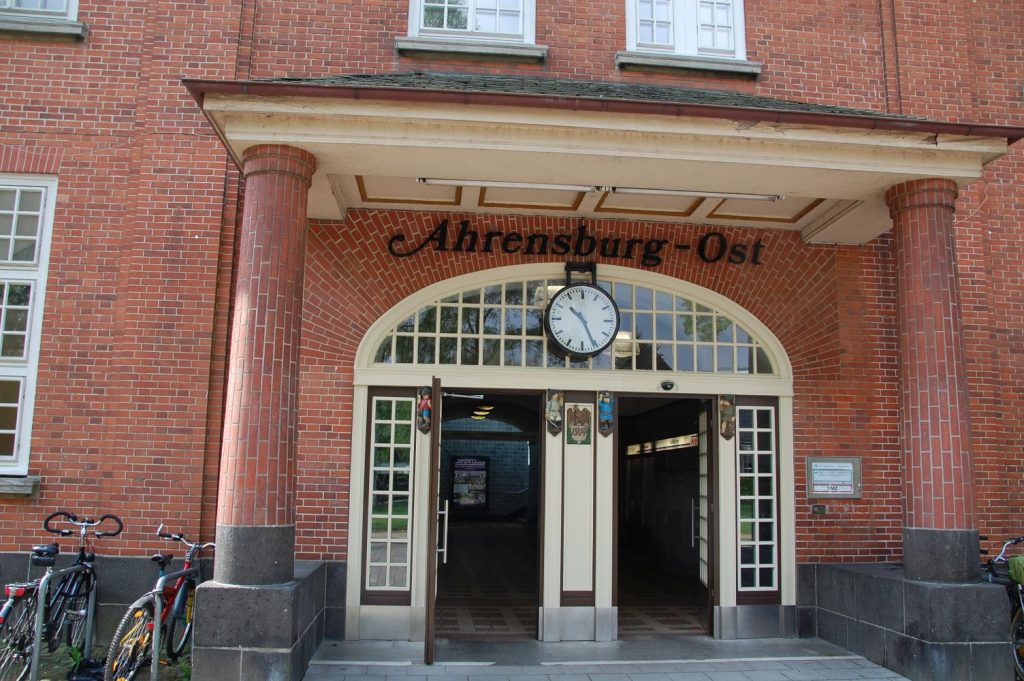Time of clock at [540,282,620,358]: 10:25
